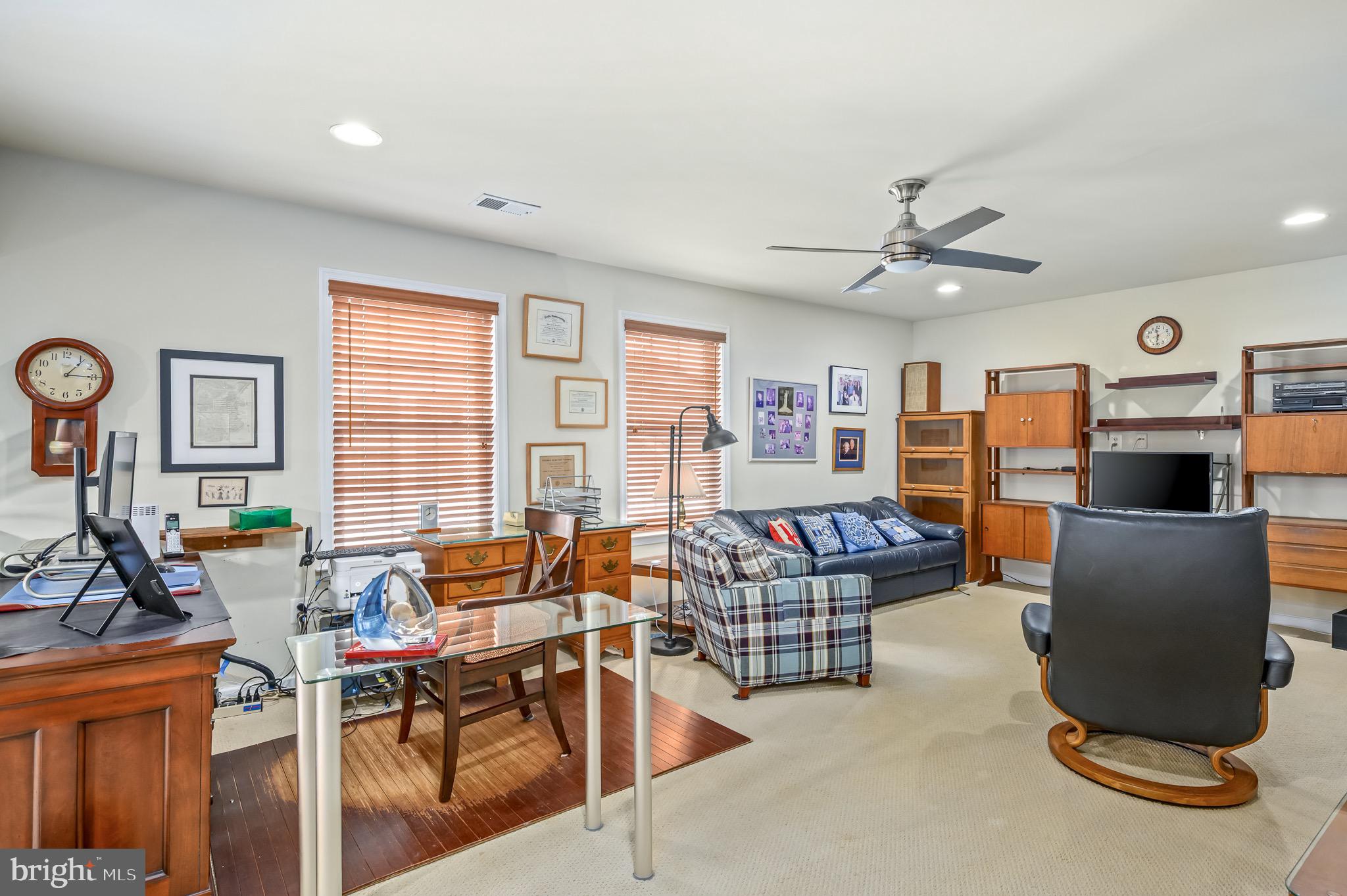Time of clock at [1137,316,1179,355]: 11:31
